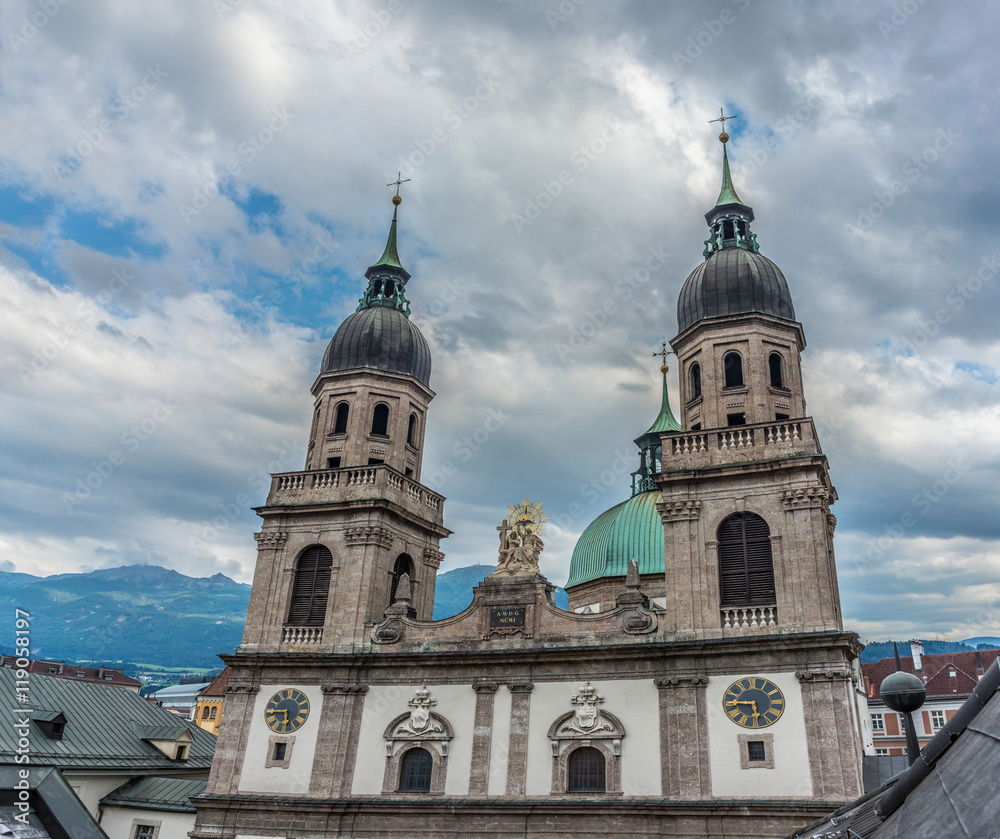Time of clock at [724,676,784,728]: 5:45
